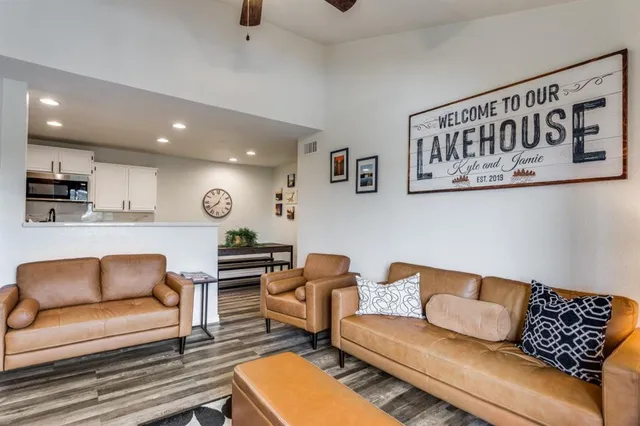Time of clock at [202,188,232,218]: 12:38
